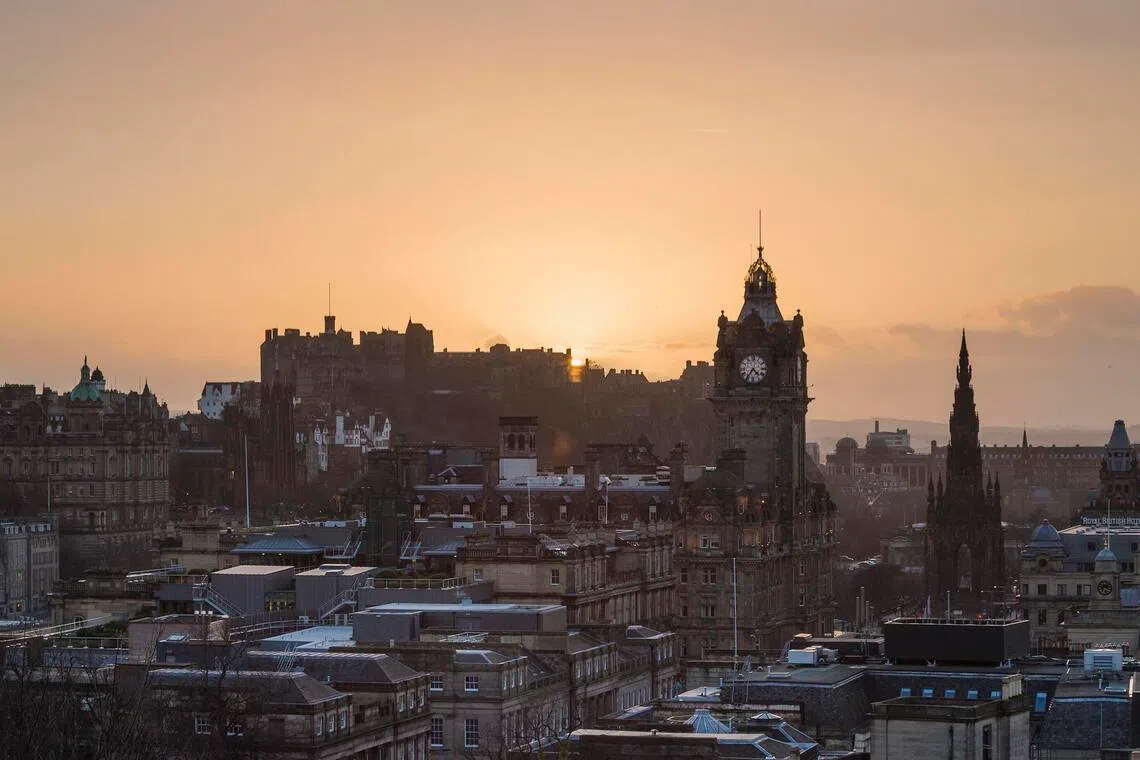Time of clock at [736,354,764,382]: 4:36
